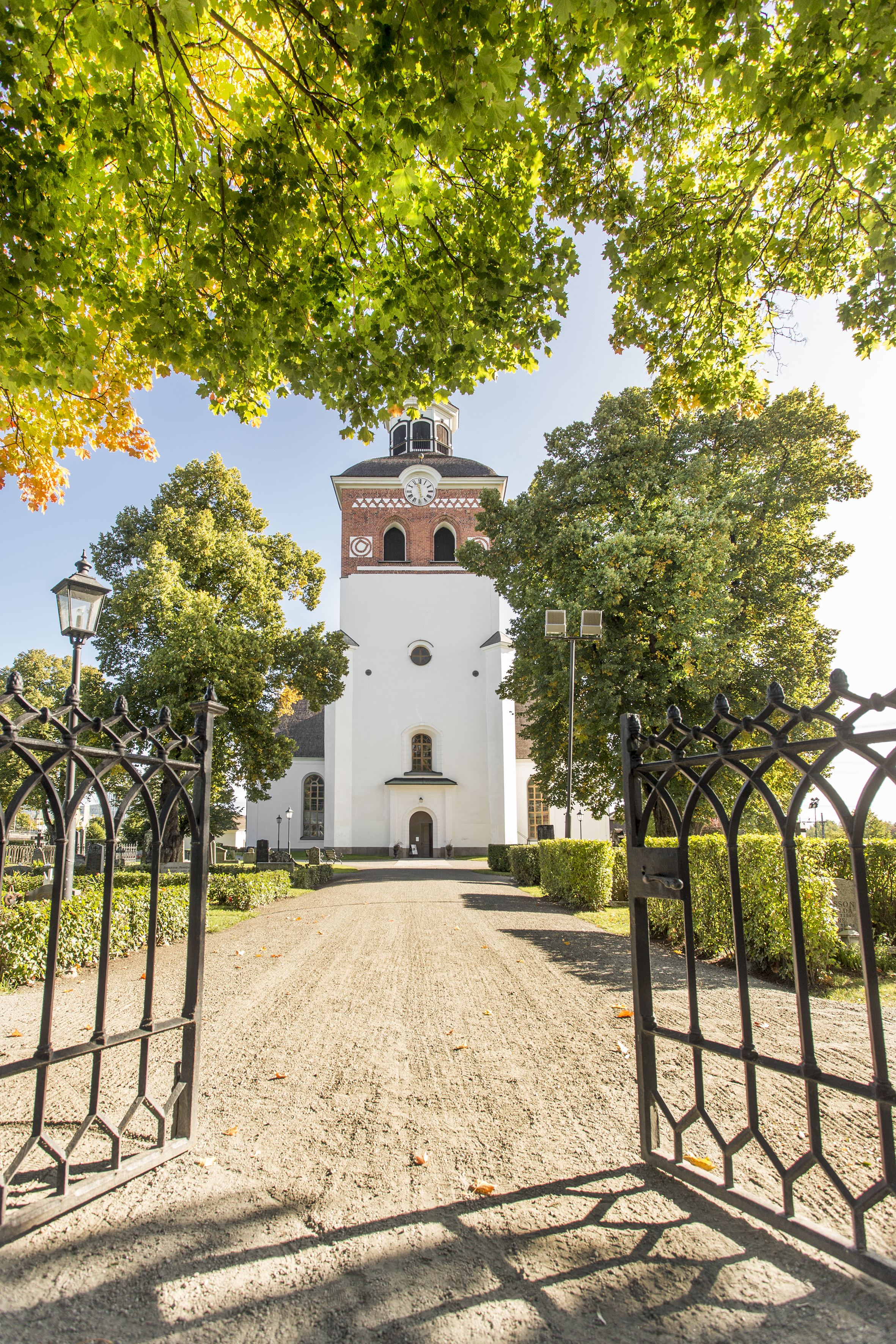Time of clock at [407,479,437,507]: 11:28
